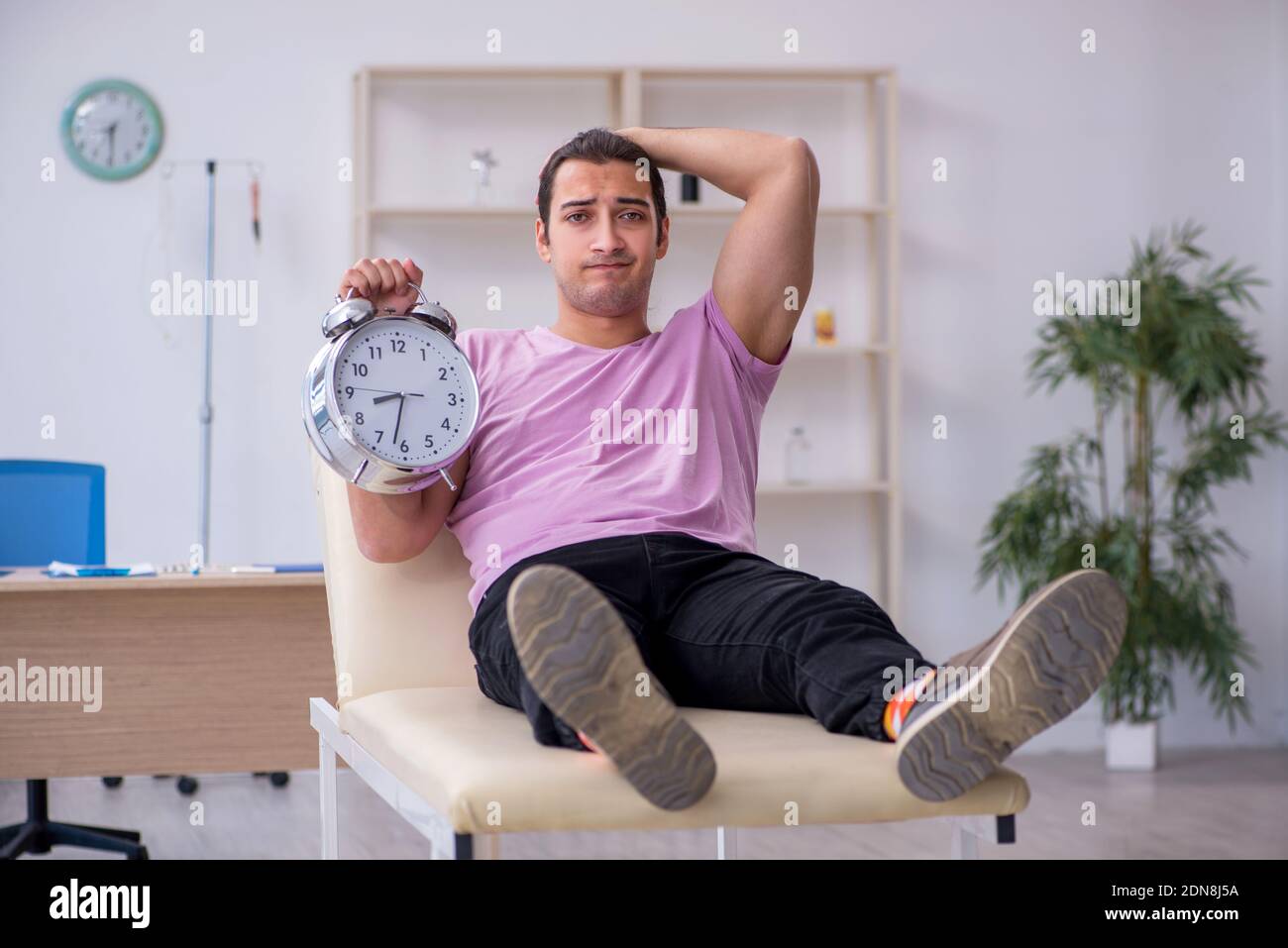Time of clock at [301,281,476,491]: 8:32
